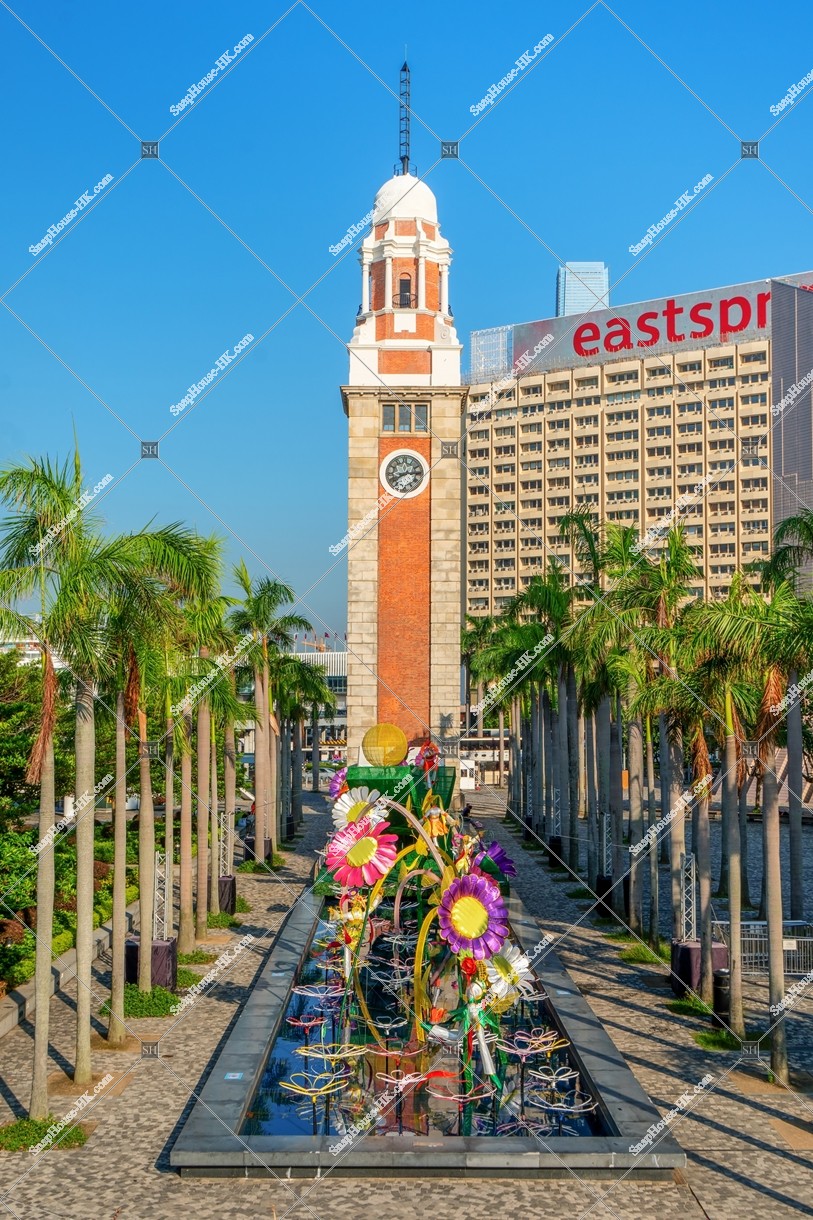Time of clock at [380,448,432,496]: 8:14
